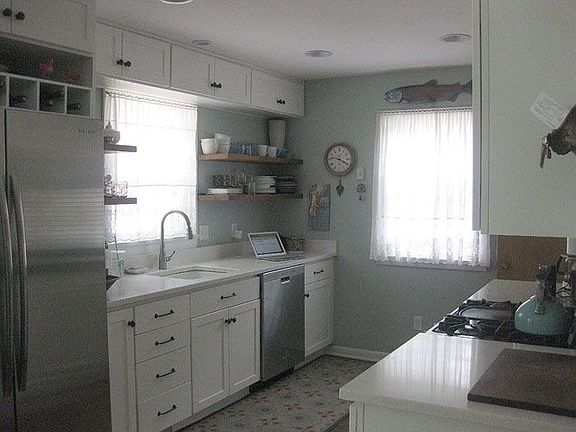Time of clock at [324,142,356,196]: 3:46
